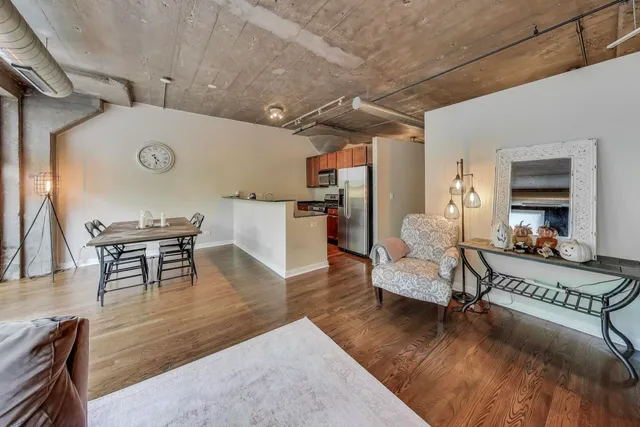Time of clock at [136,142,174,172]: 4:28
